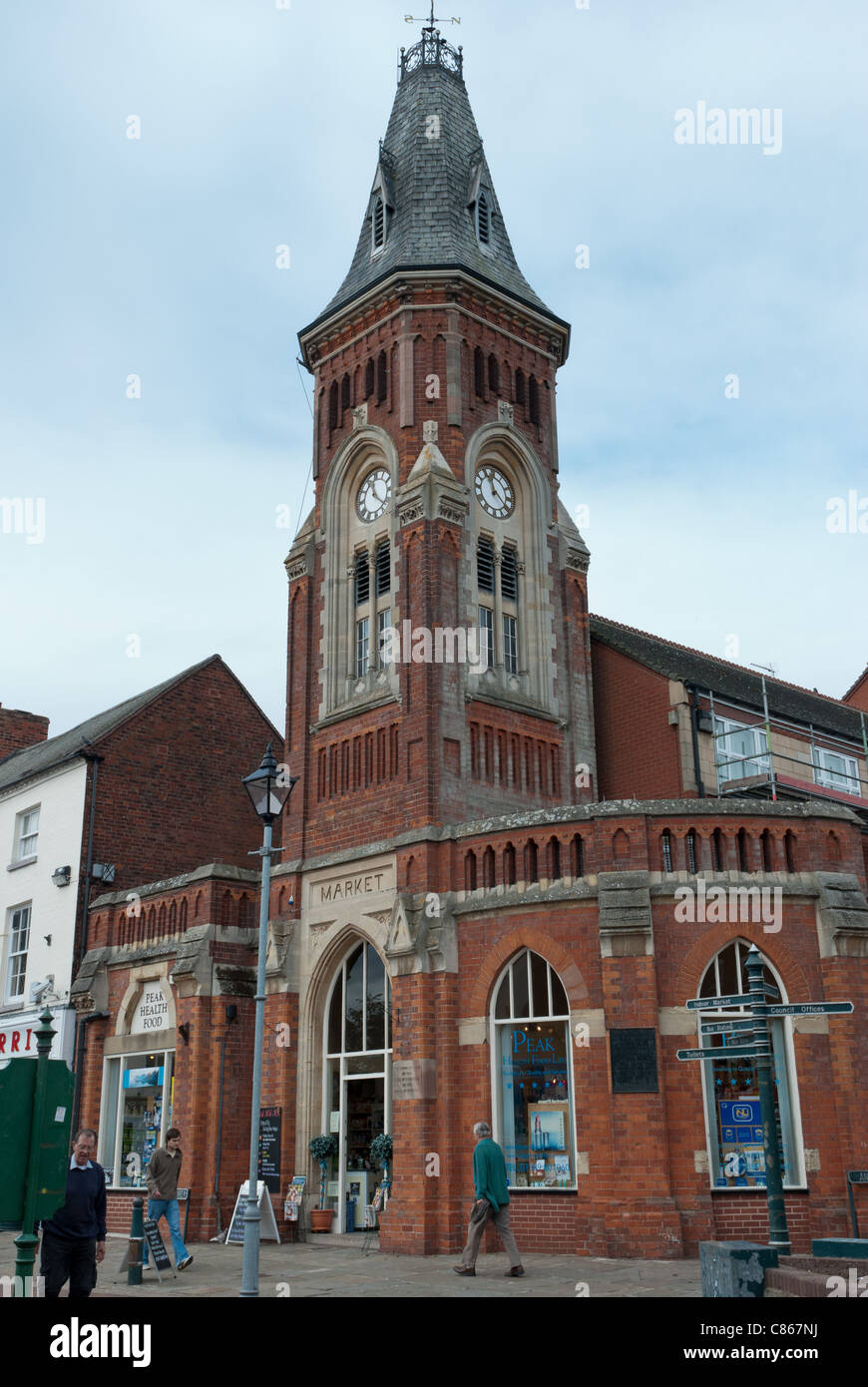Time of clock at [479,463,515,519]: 11:21
